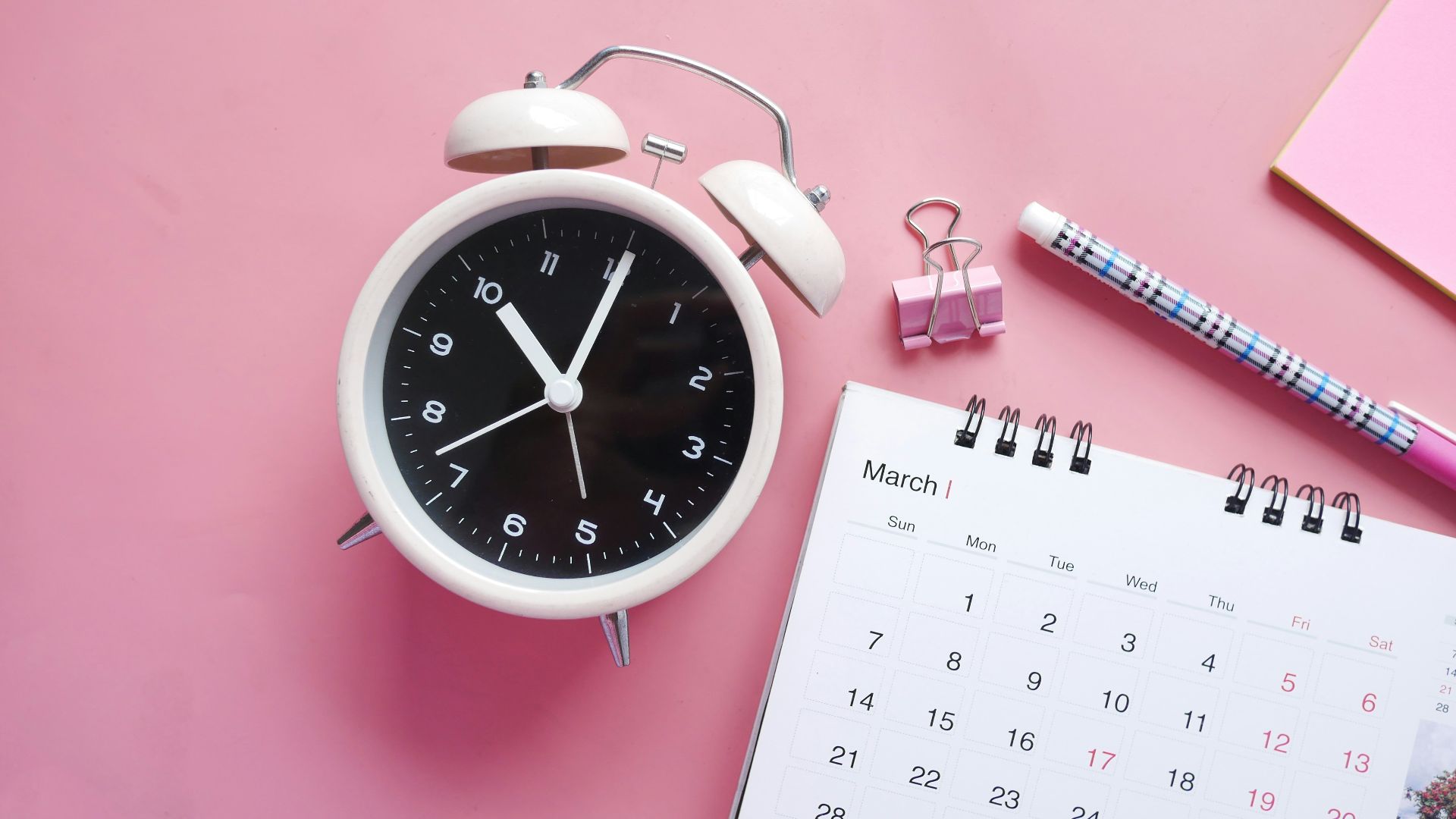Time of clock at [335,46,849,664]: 11:05
